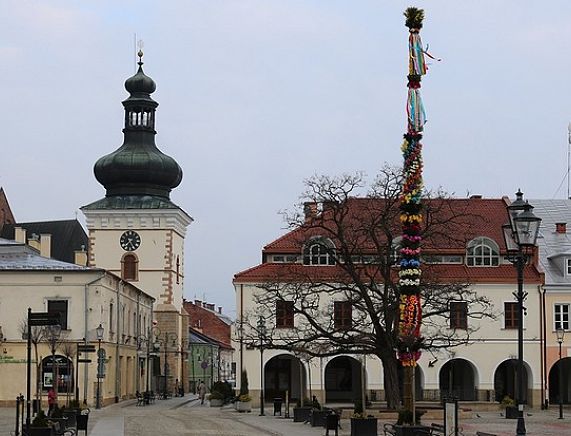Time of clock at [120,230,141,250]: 7:25
